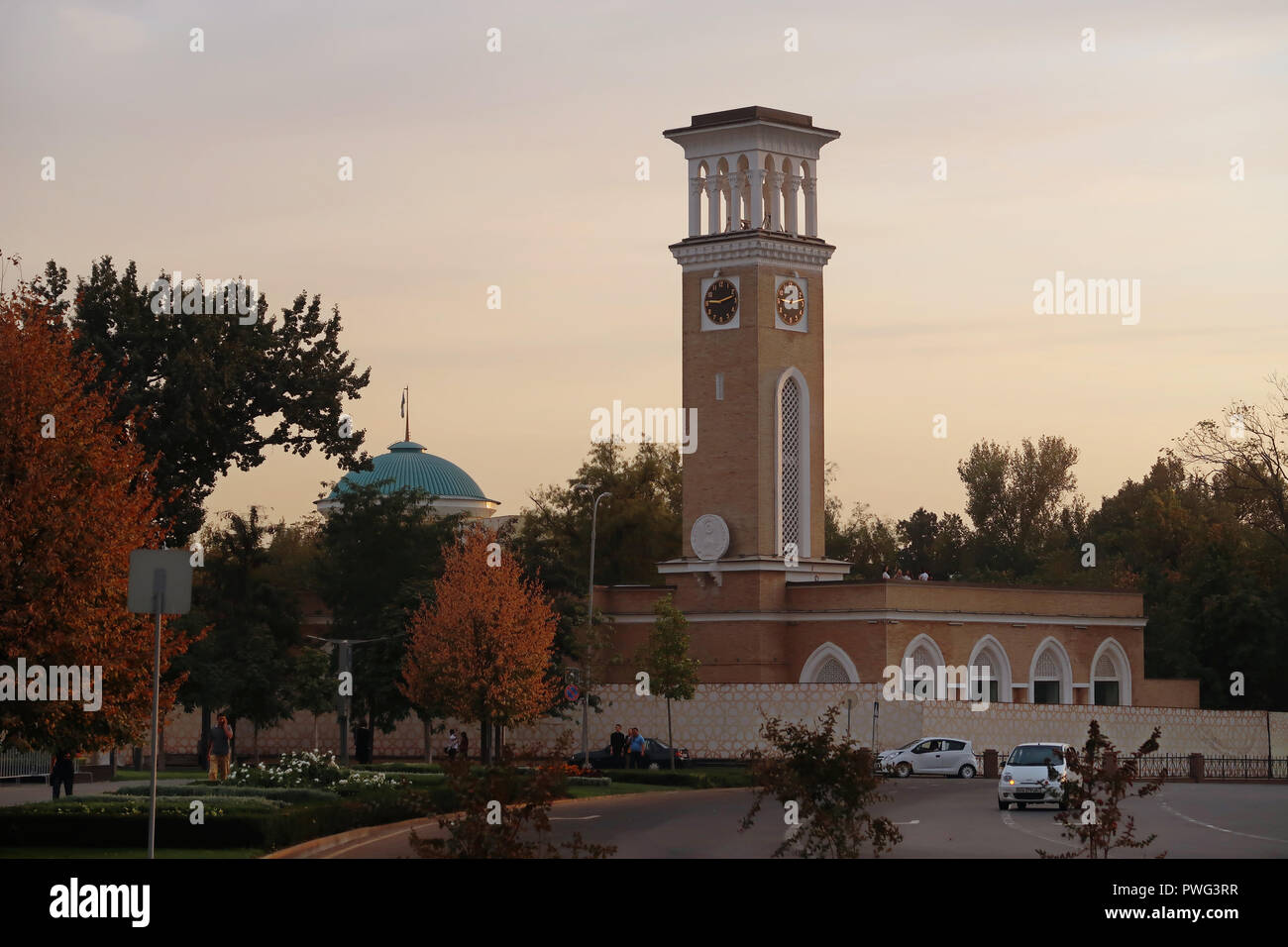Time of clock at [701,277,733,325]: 9:12
